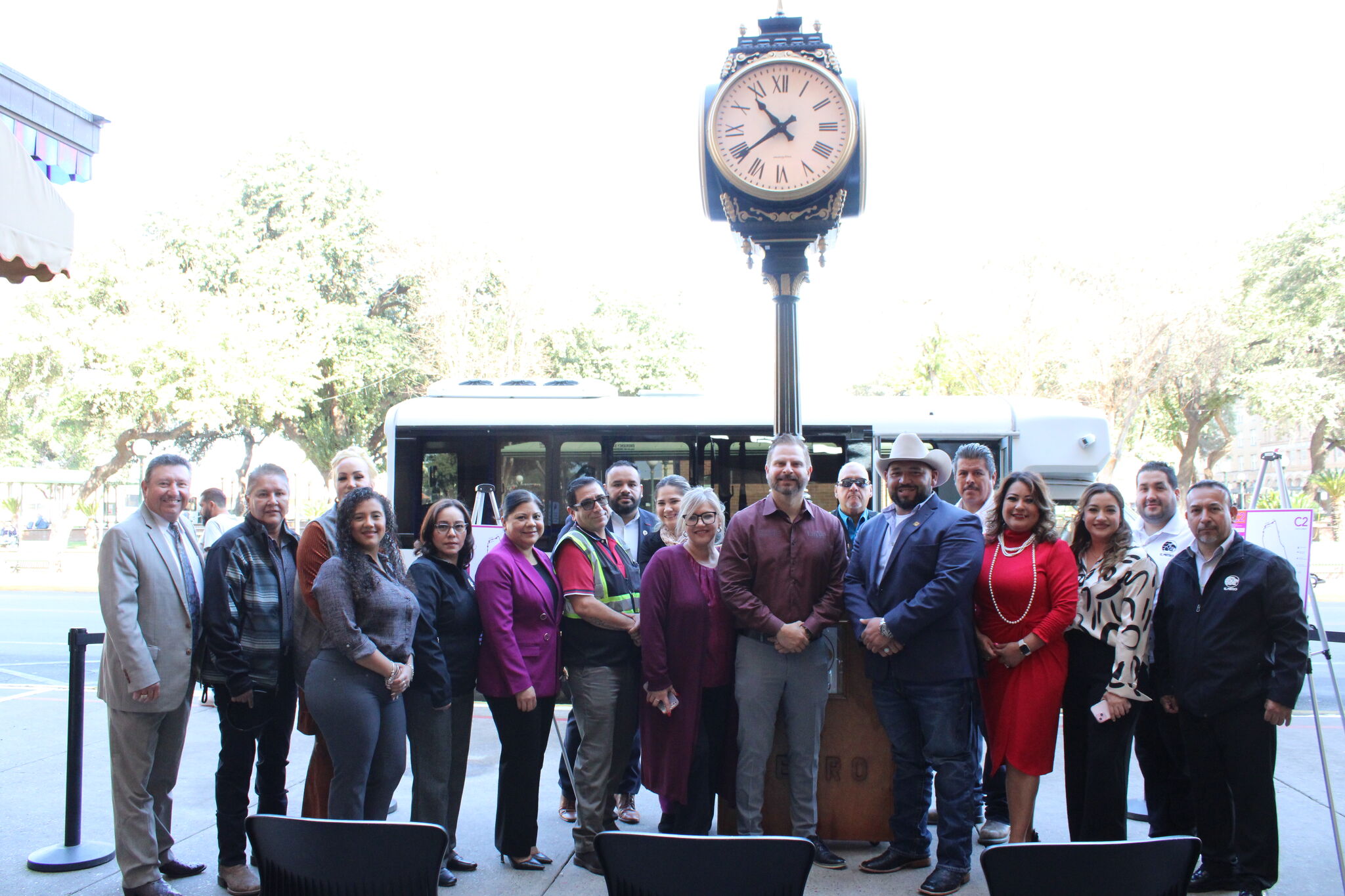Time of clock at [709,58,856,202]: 10:39
